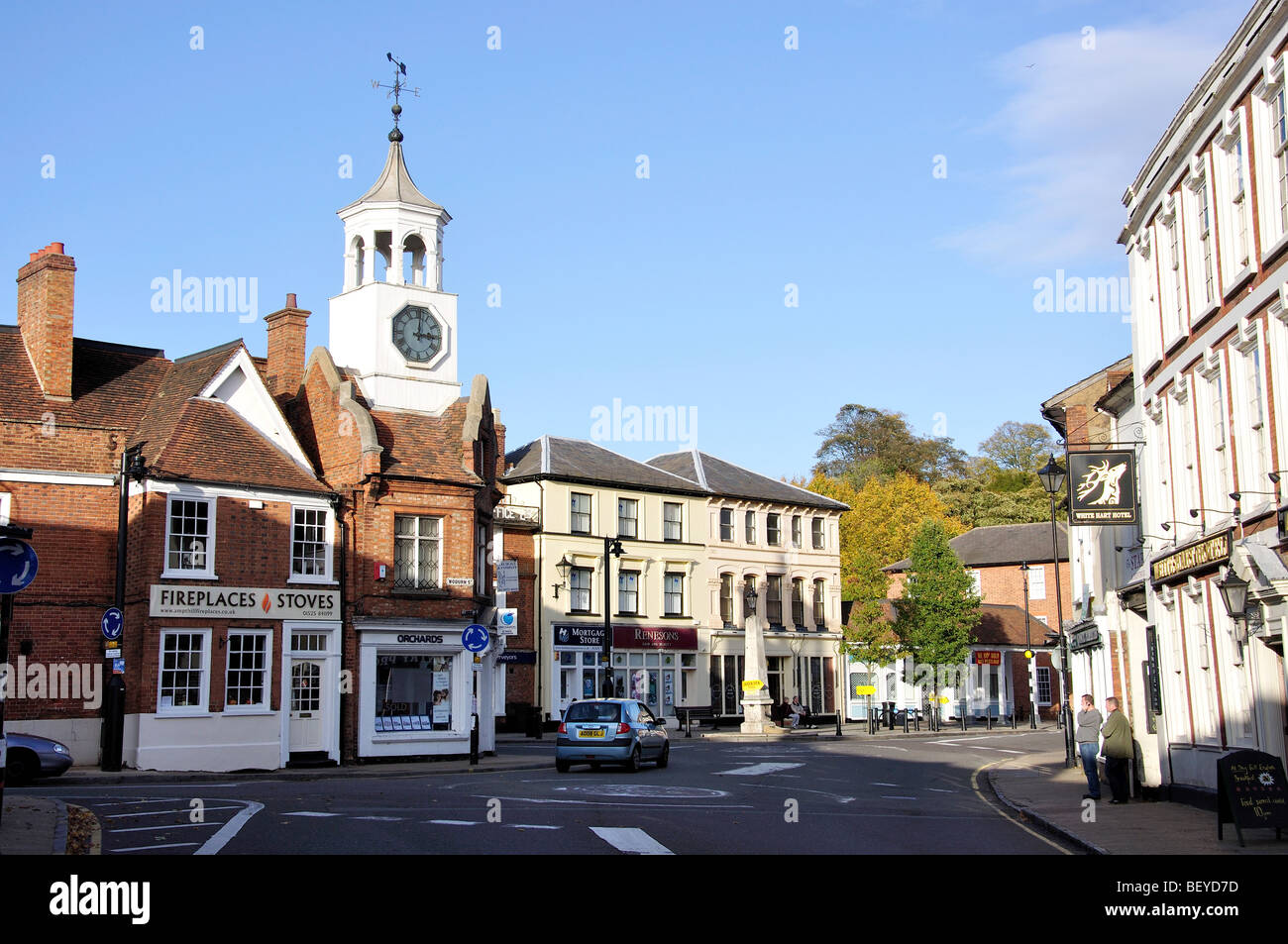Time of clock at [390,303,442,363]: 3:01
